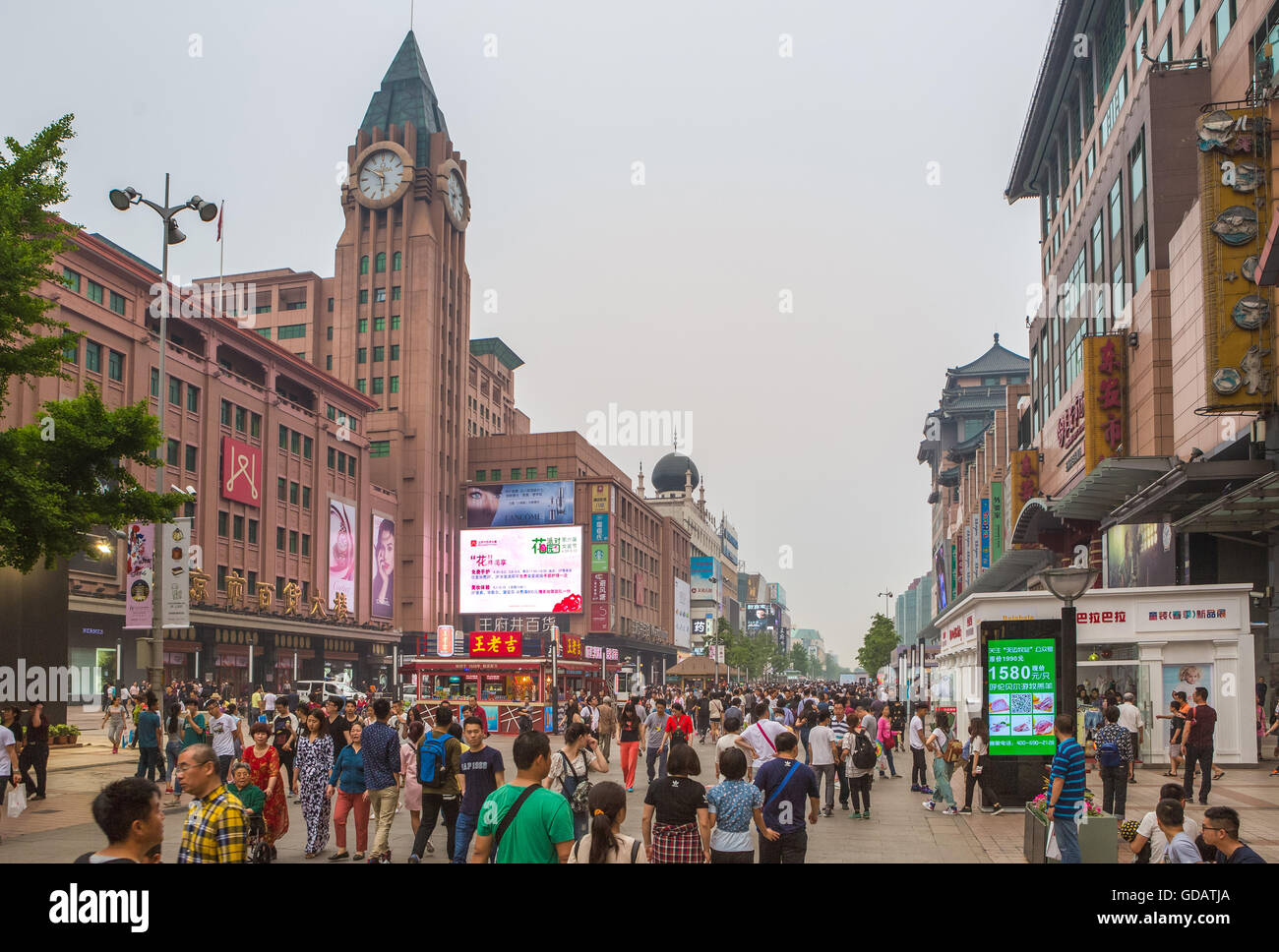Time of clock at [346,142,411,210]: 5:50
